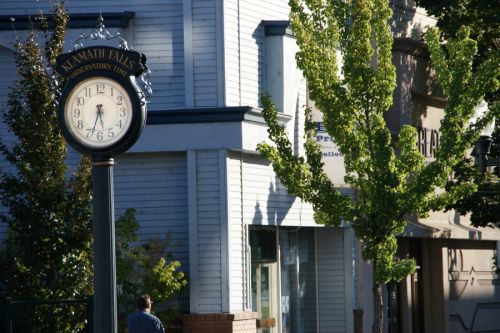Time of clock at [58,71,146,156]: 5:33
